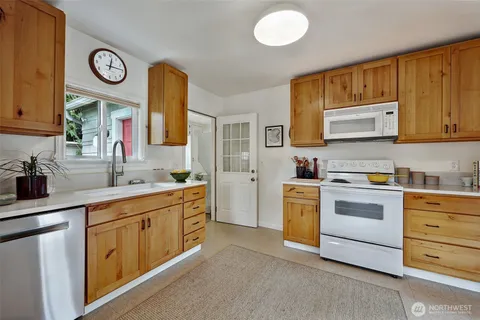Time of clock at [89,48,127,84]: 12:14
